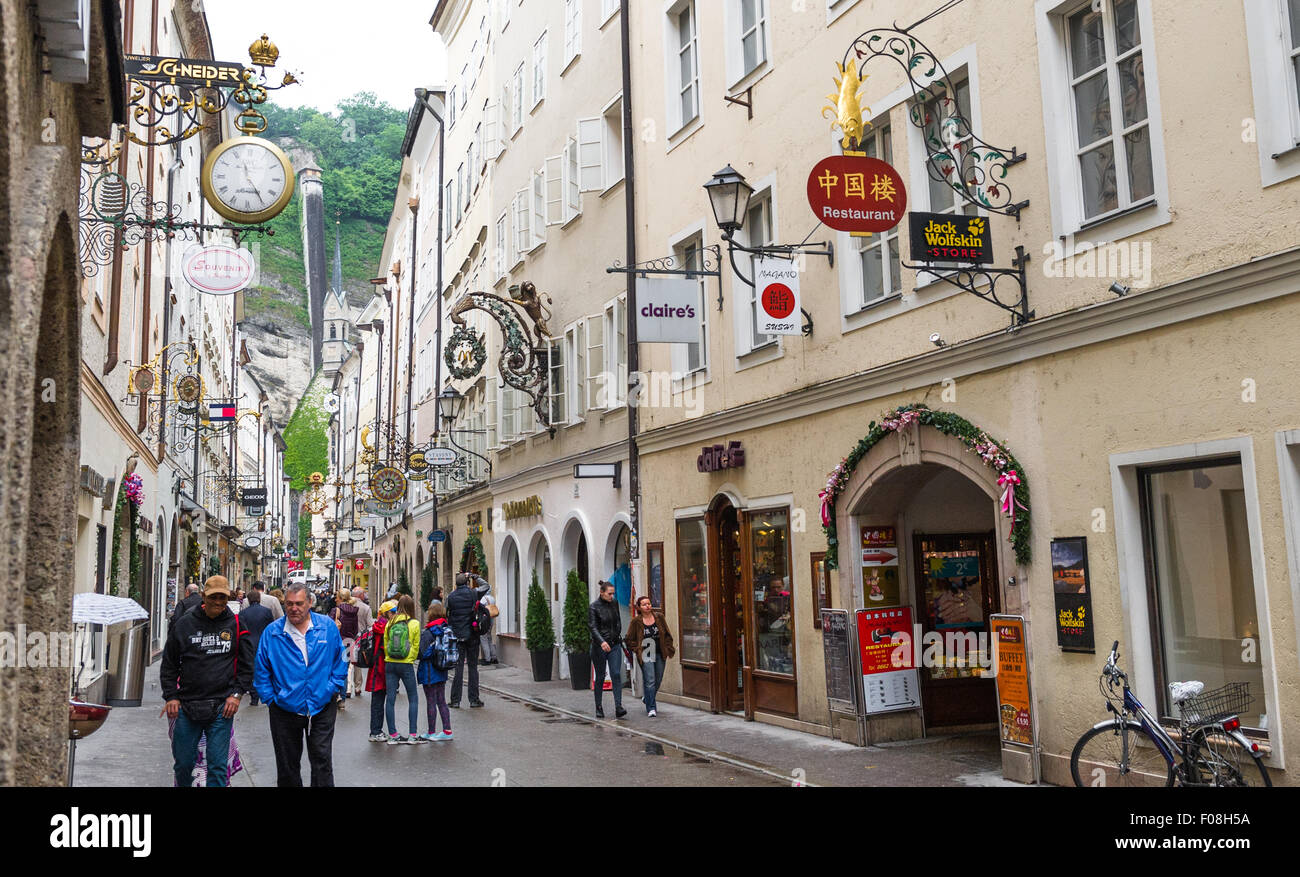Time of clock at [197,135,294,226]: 11:24
